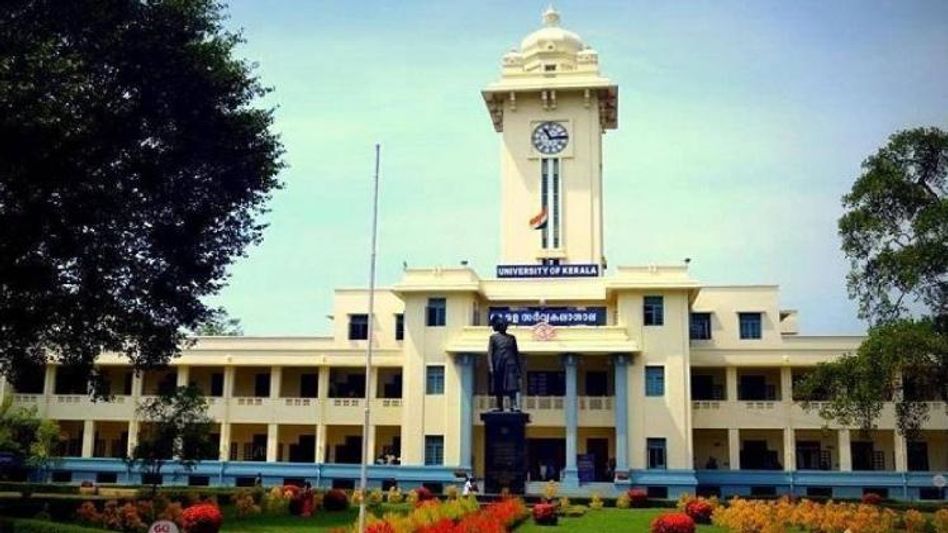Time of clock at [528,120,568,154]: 11:13
